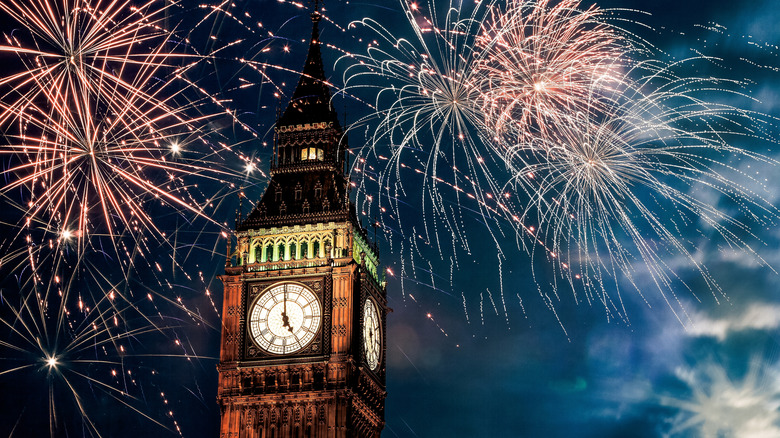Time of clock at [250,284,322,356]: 4:59
